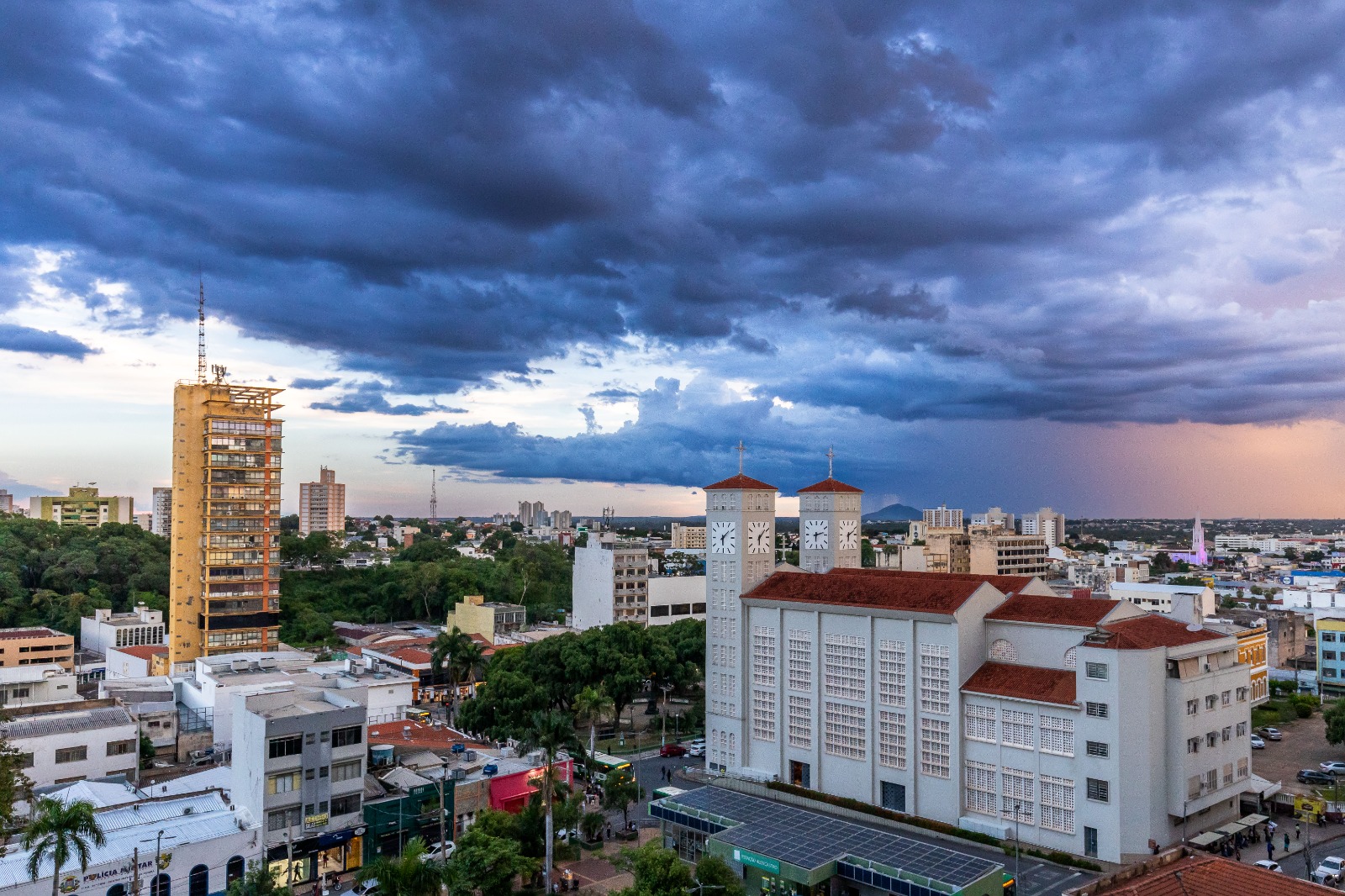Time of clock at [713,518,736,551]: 6:08
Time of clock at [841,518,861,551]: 6:10
